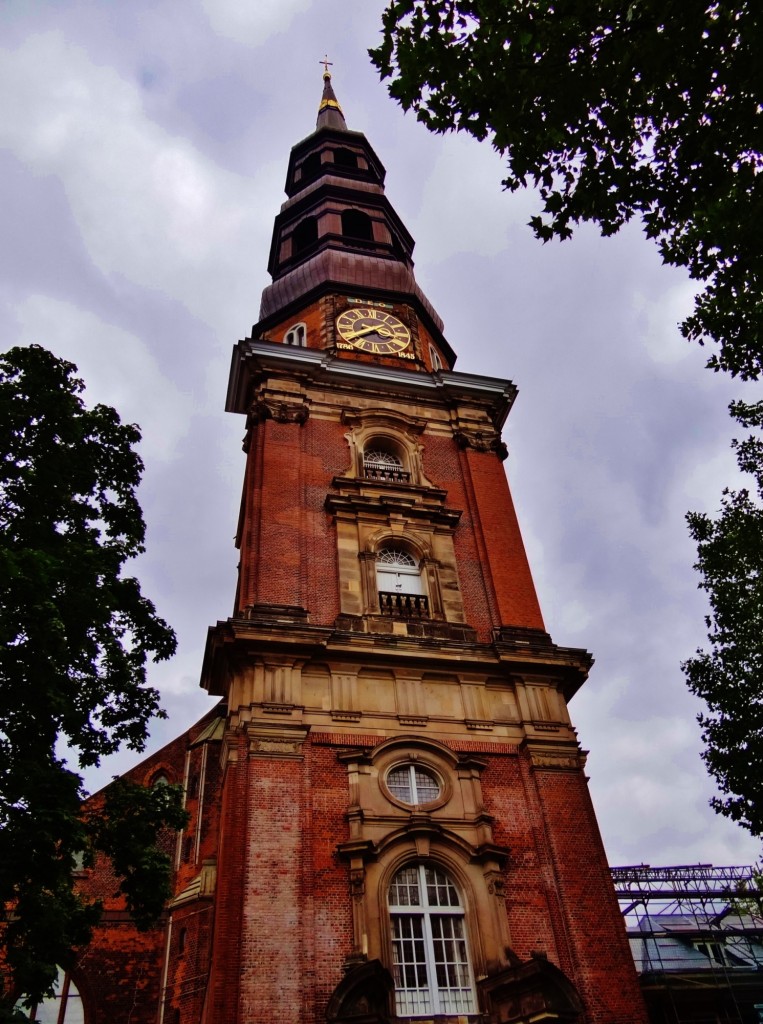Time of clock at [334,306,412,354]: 3:38
